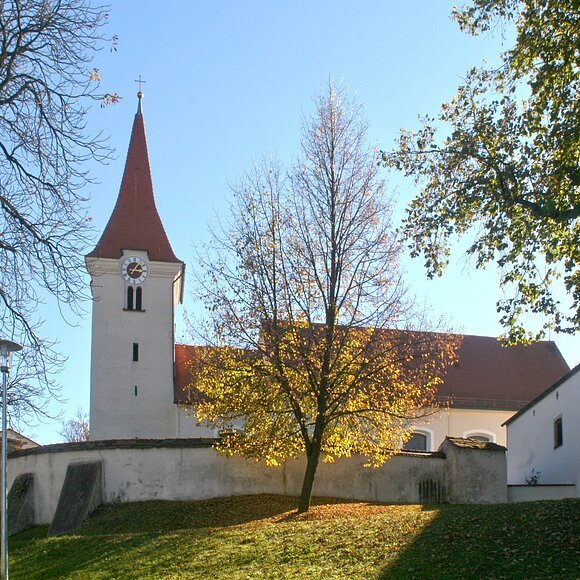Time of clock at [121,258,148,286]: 1:16
